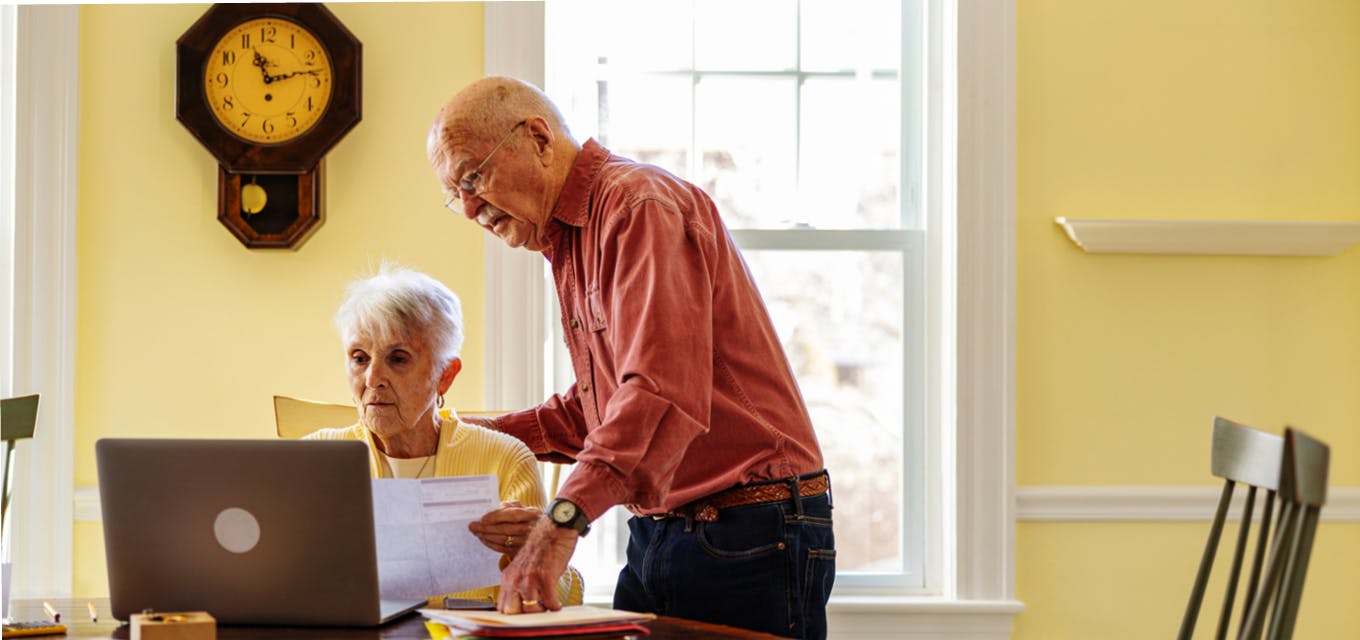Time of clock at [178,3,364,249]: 11:13
